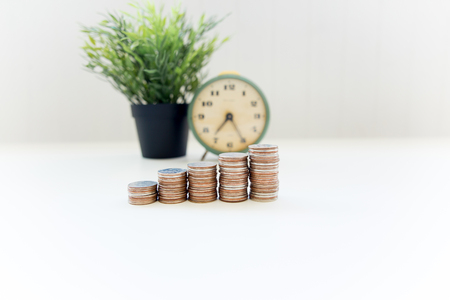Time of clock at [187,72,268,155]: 7:25
